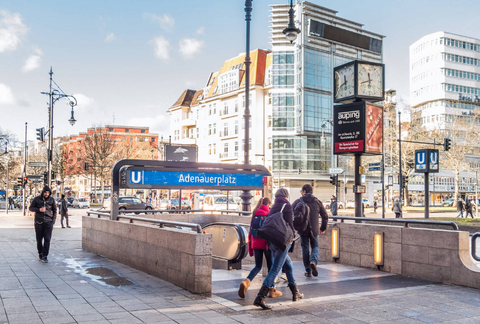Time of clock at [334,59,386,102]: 11:42
